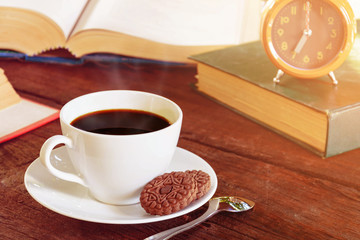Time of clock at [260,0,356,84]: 7:00
